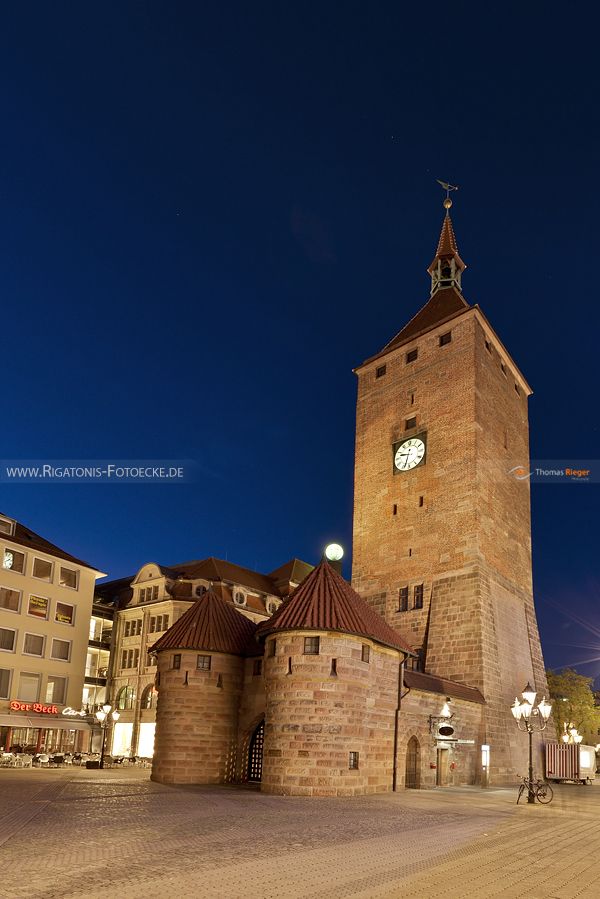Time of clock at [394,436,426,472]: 9:33
